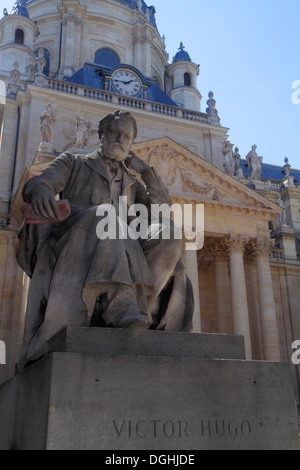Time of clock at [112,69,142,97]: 1:45
